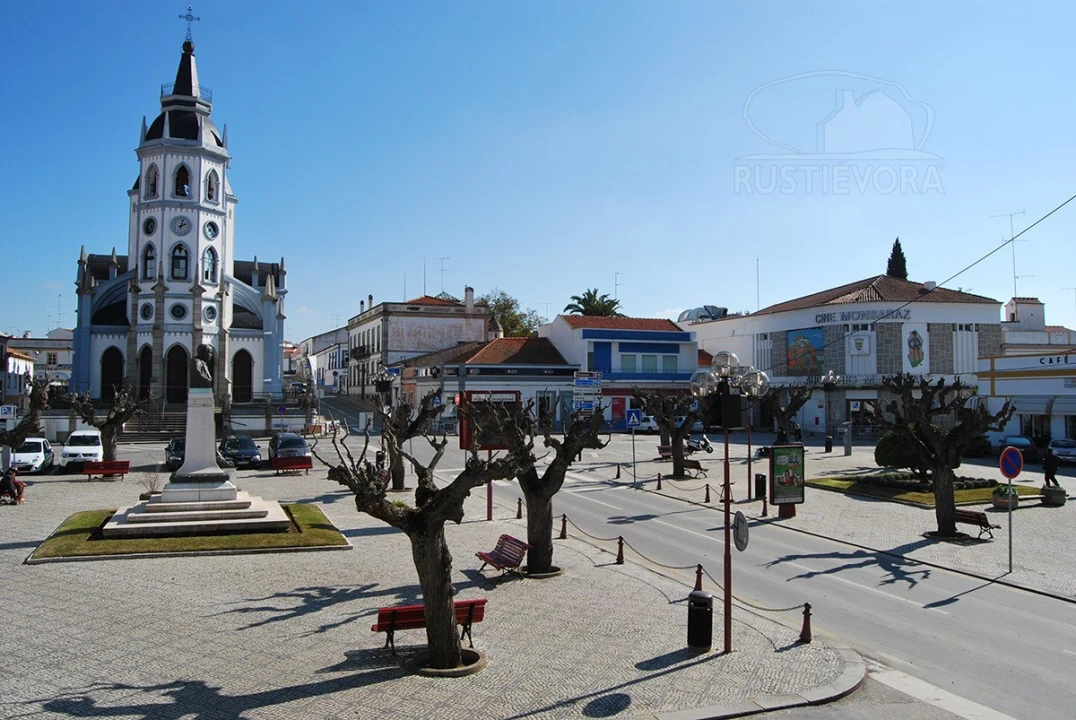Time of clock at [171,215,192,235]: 2:02
